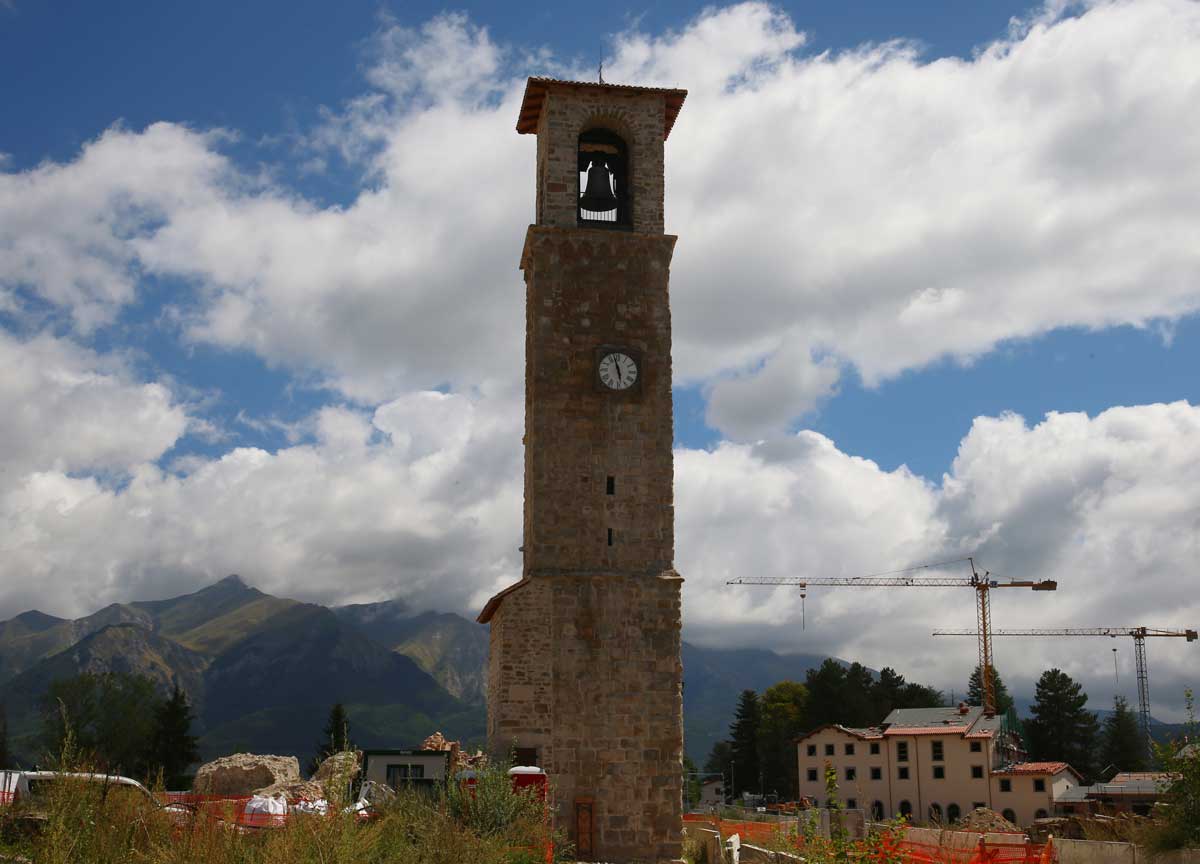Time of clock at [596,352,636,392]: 5:57
